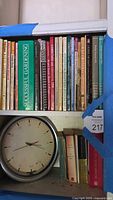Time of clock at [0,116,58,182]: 3:42
